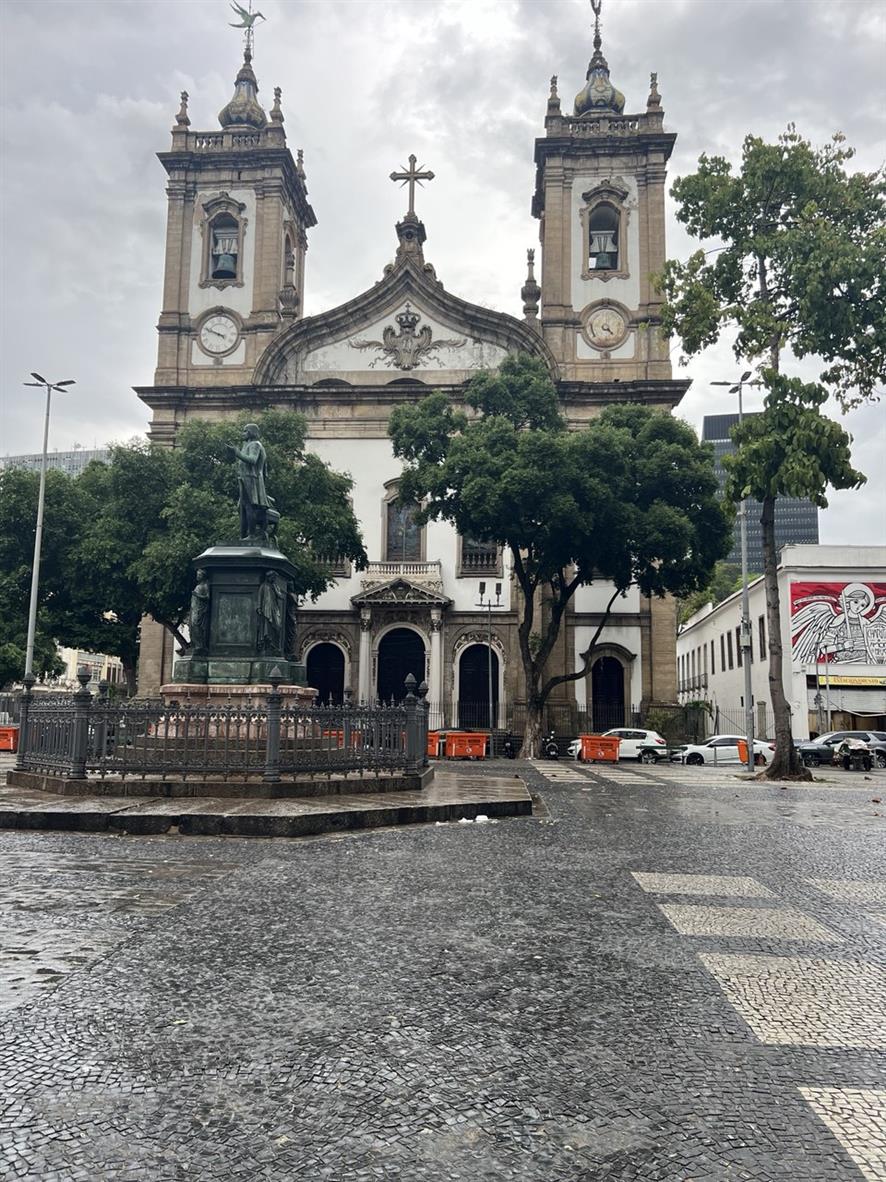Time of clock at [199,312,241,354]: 3:48
